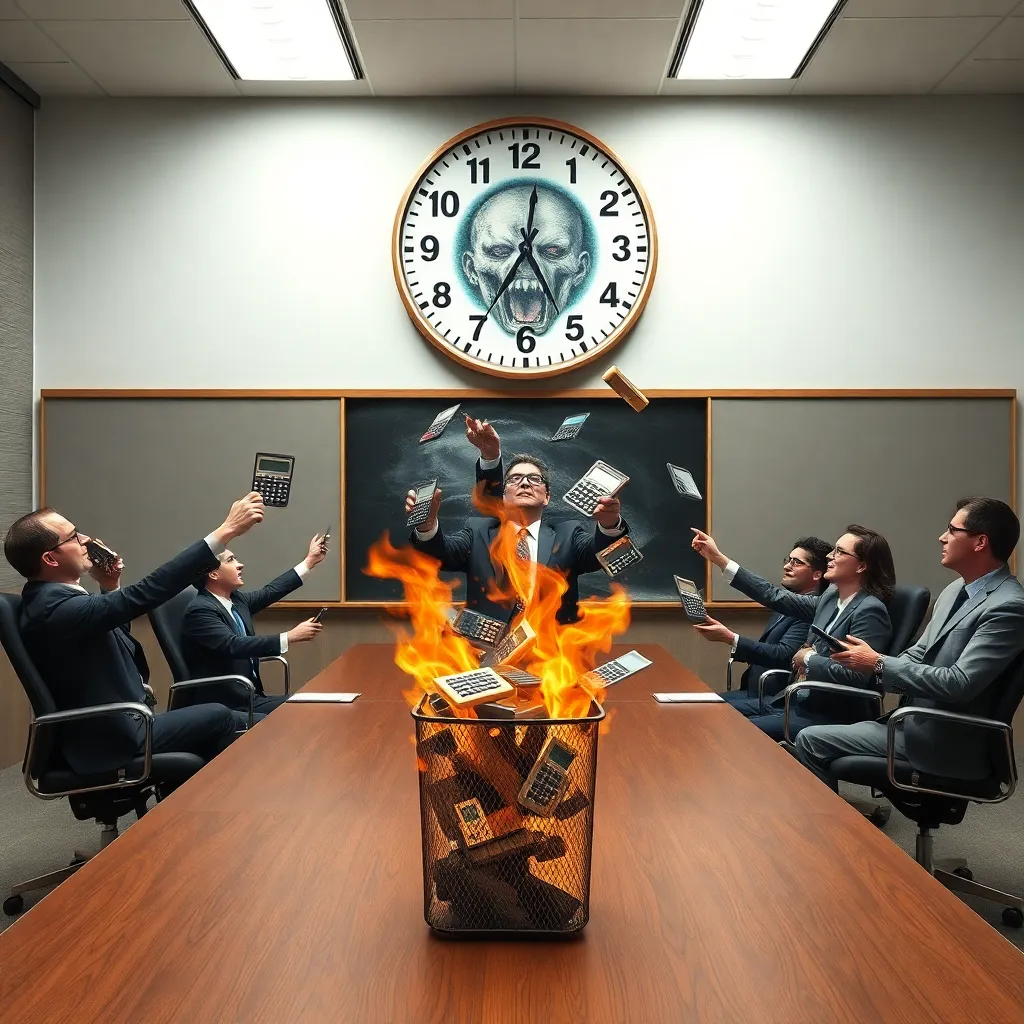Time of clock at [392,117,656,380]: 5:01
